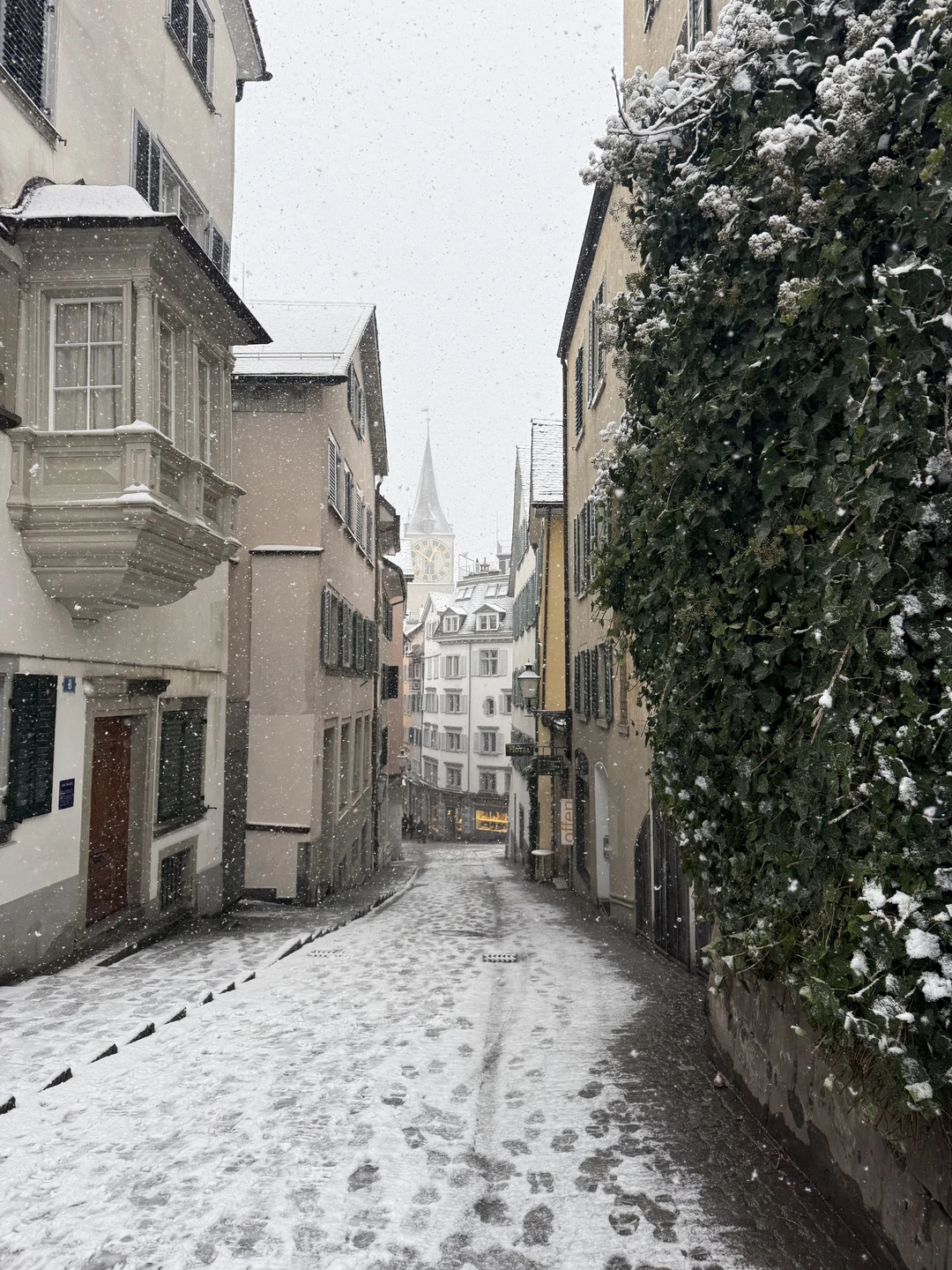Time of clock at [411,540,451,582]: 12:50
